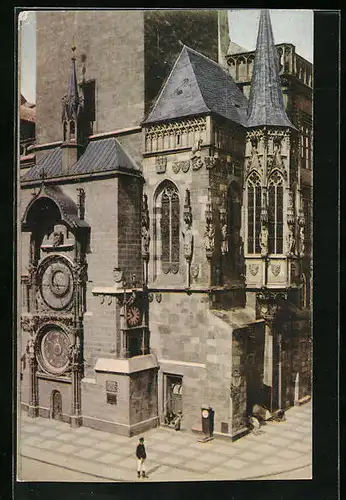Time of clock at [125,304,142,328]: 10:39
